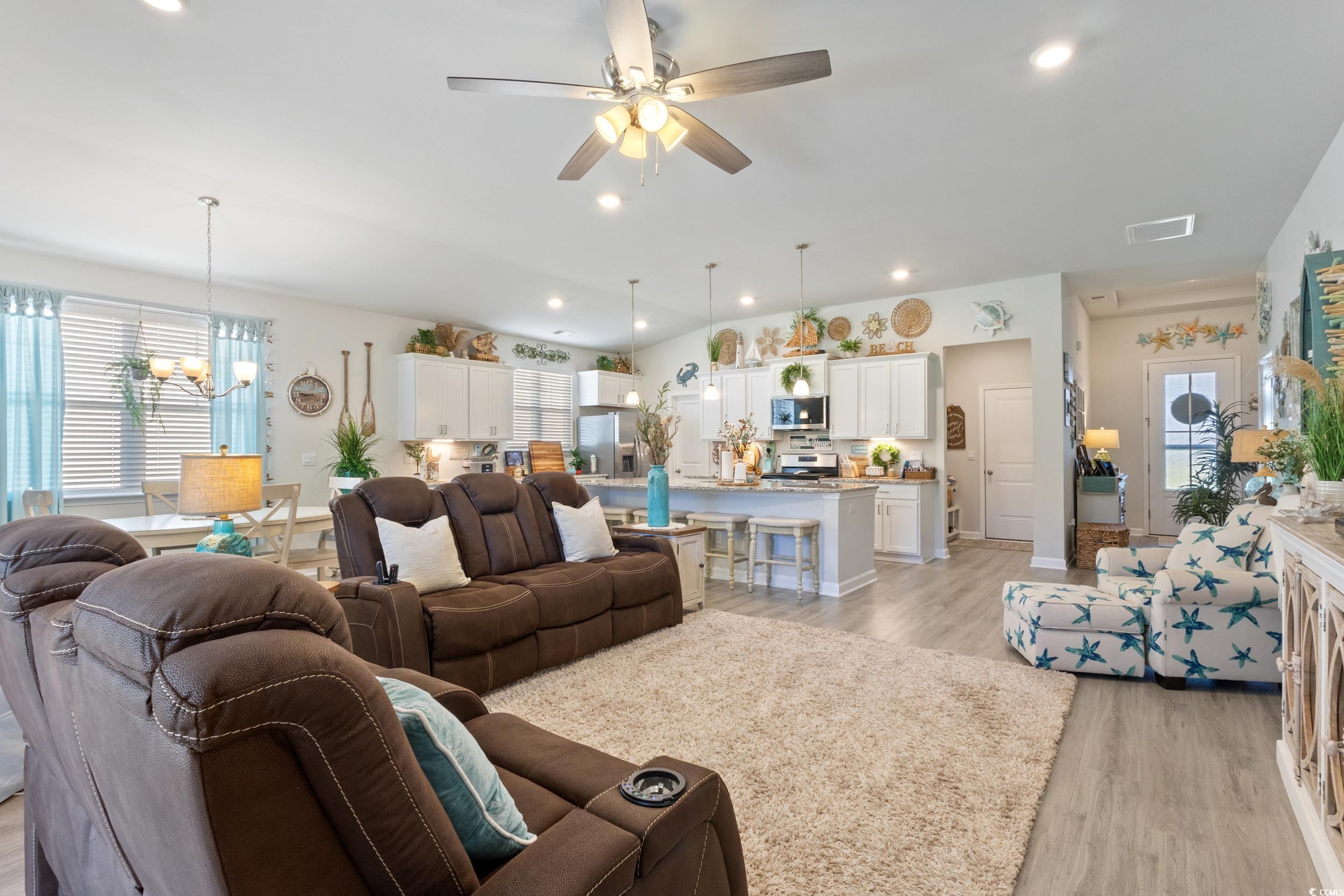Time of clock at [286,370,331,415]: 8:45
